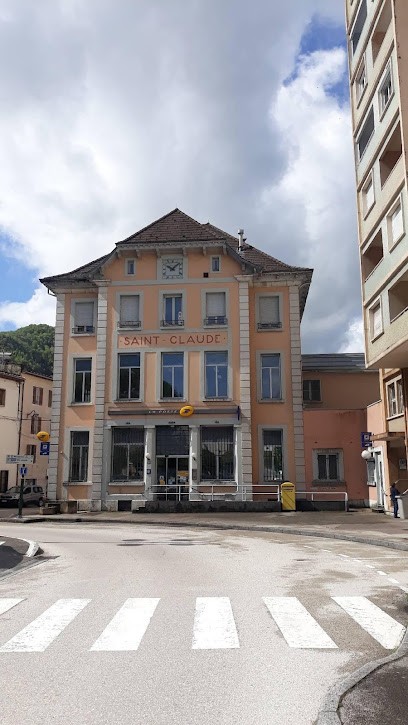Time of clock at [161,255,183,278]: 10:07
